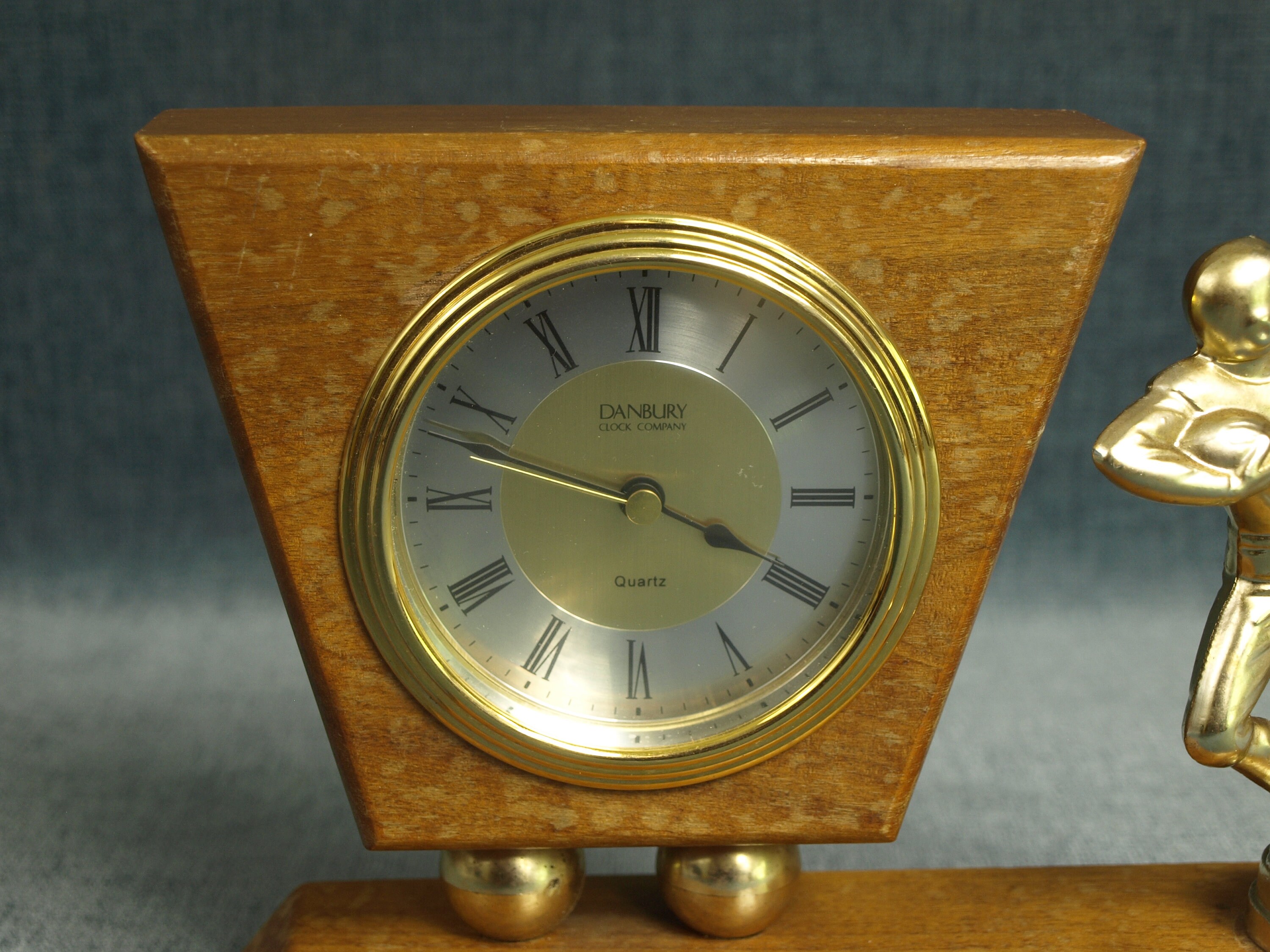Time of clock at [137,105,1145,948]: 3:47
